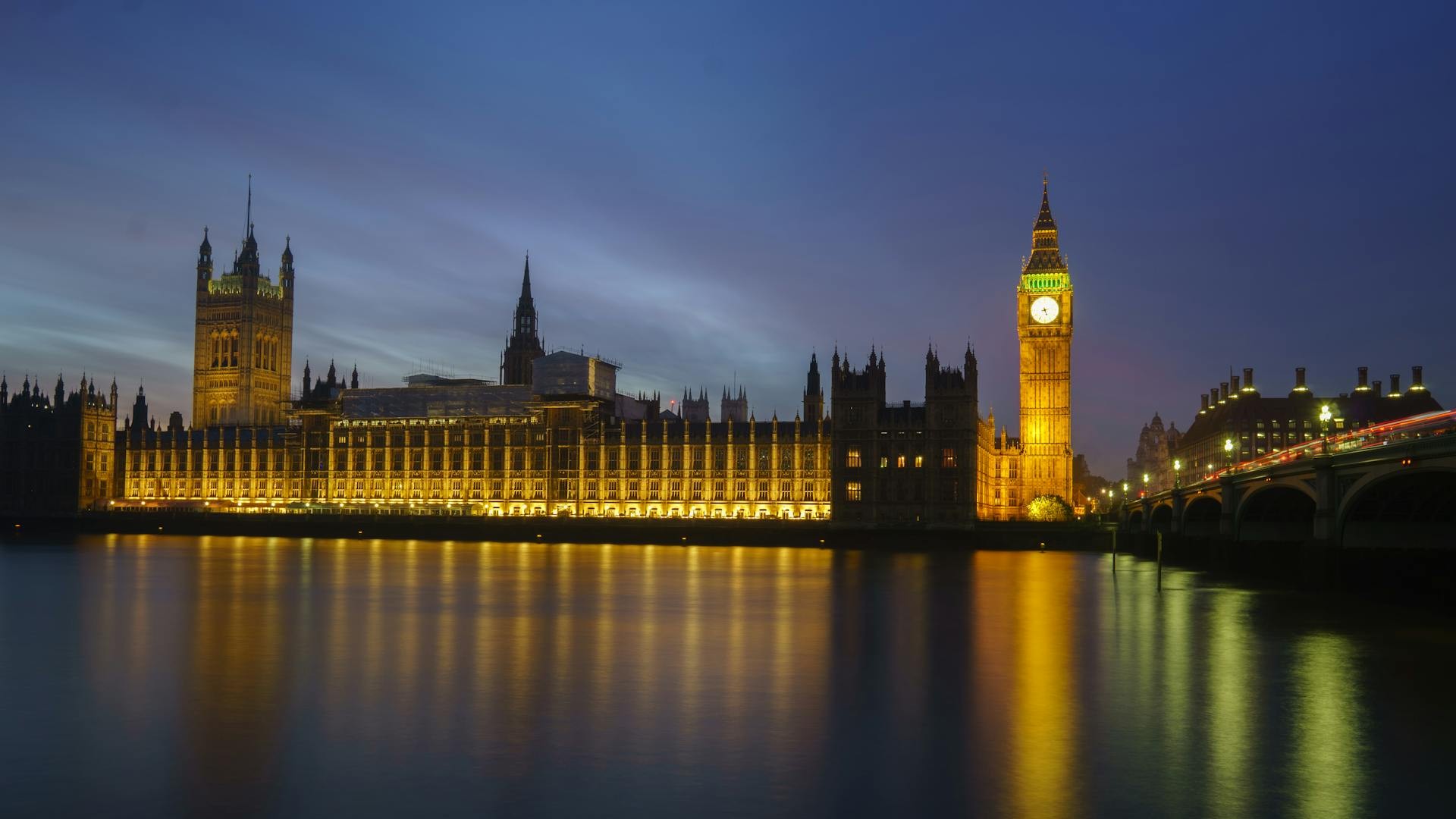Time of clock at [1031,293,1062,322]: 5:12
